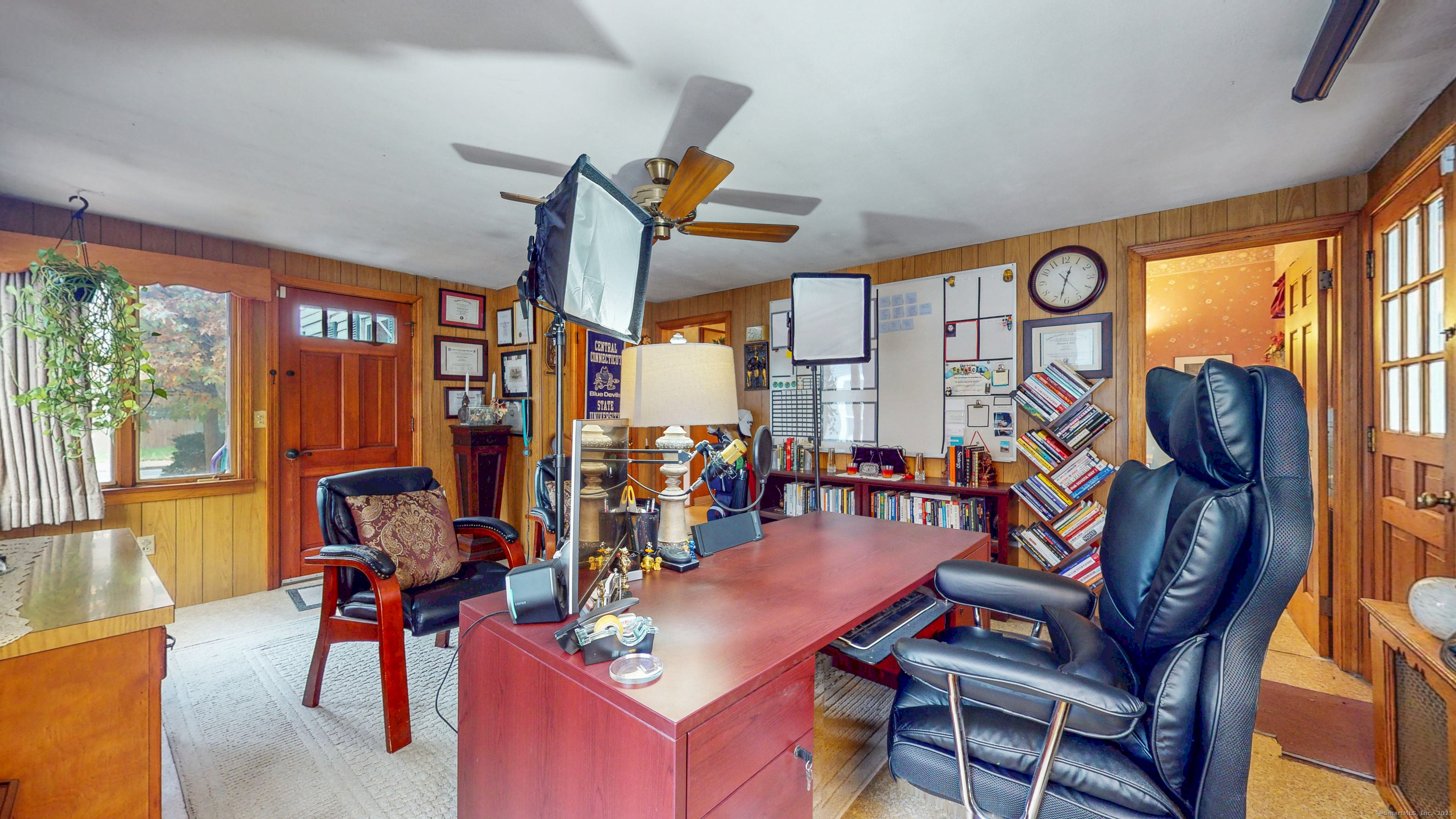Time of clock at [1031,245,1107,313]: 12:32
